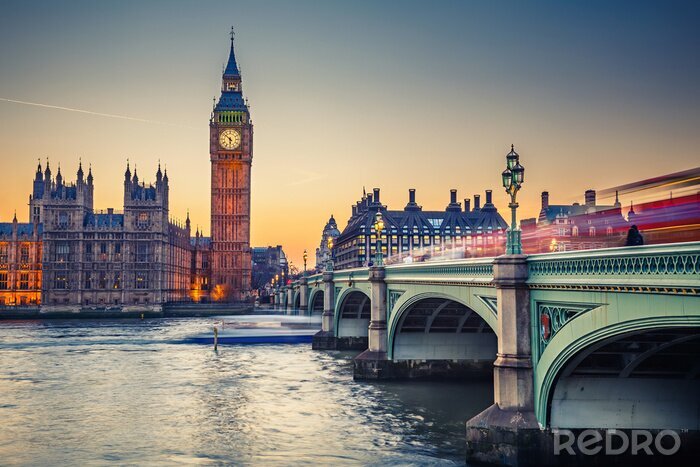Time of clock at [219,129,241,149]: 5:51
